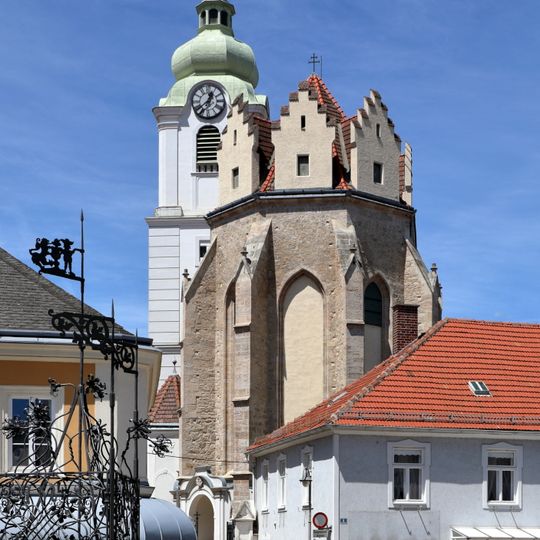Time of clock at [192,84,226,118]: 12:38
